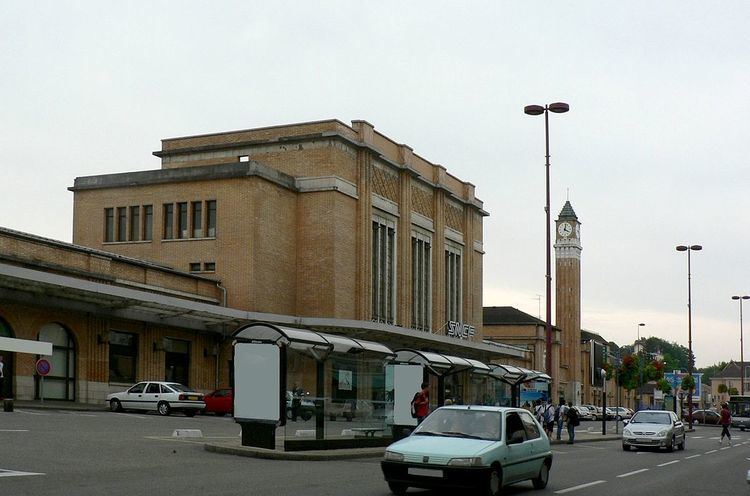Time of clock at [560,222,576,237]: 4:02
